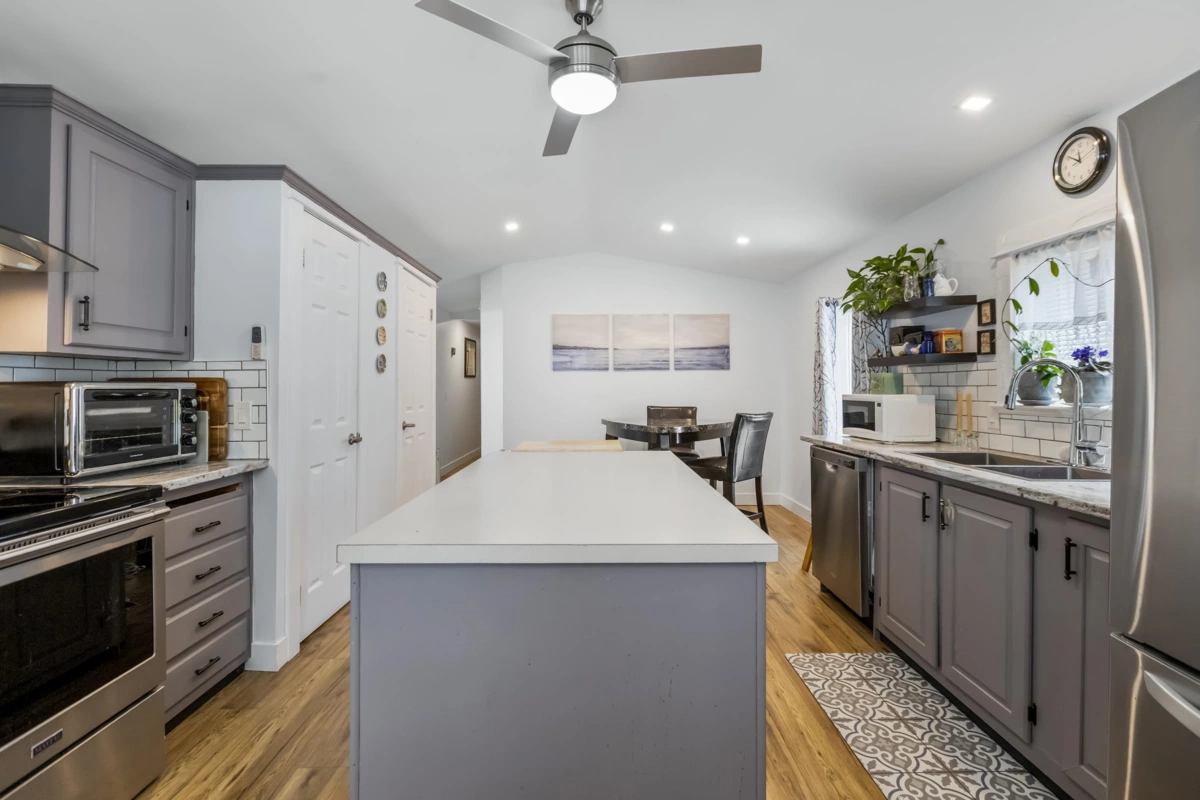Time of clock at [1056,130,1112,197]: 11:51
